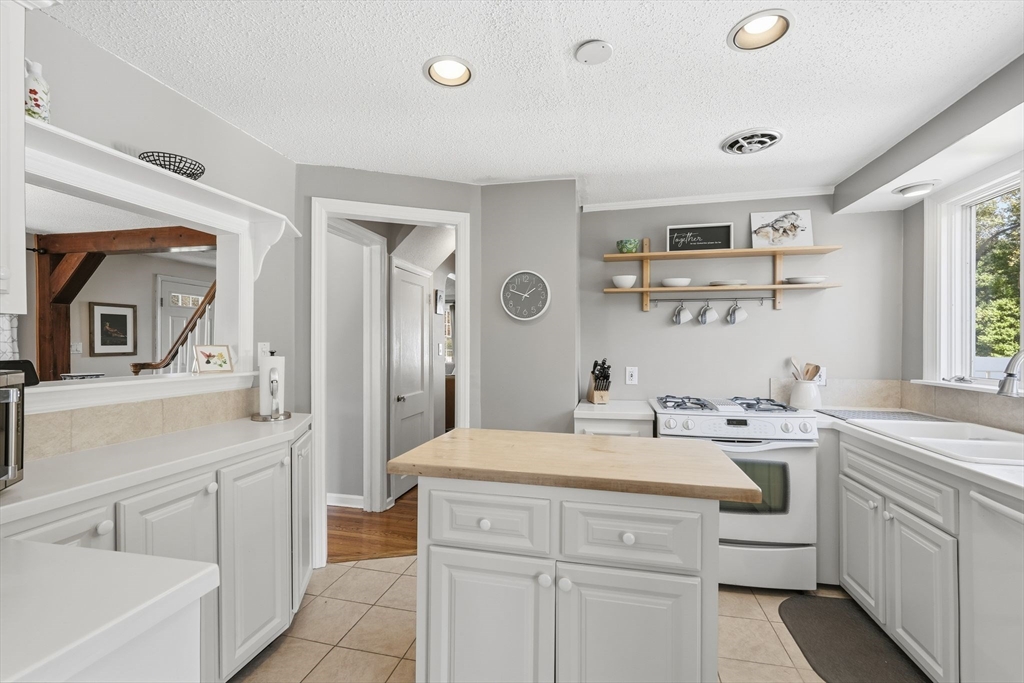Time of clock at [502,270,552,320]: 1:47
